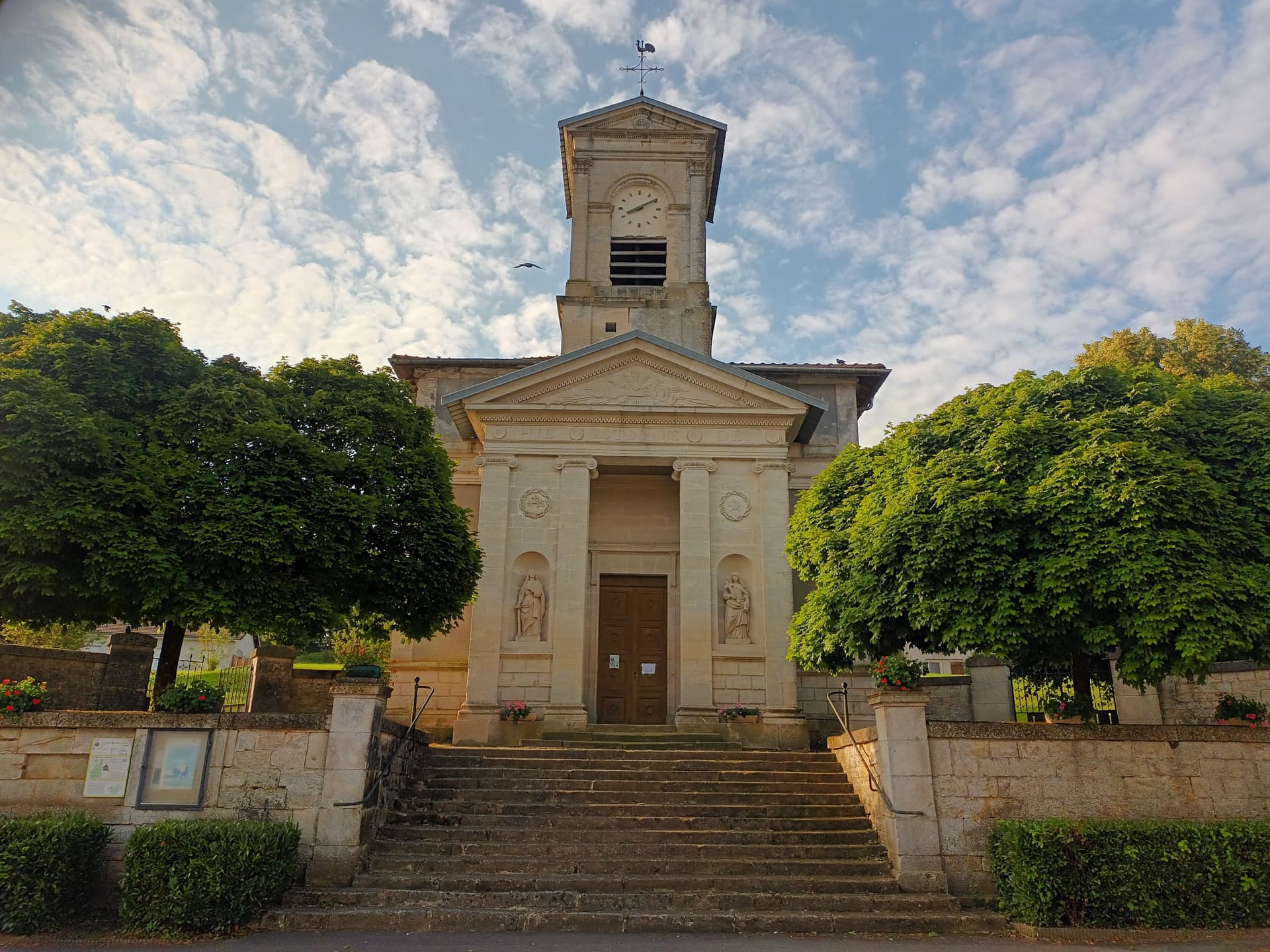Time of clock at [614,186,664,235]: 8:10
